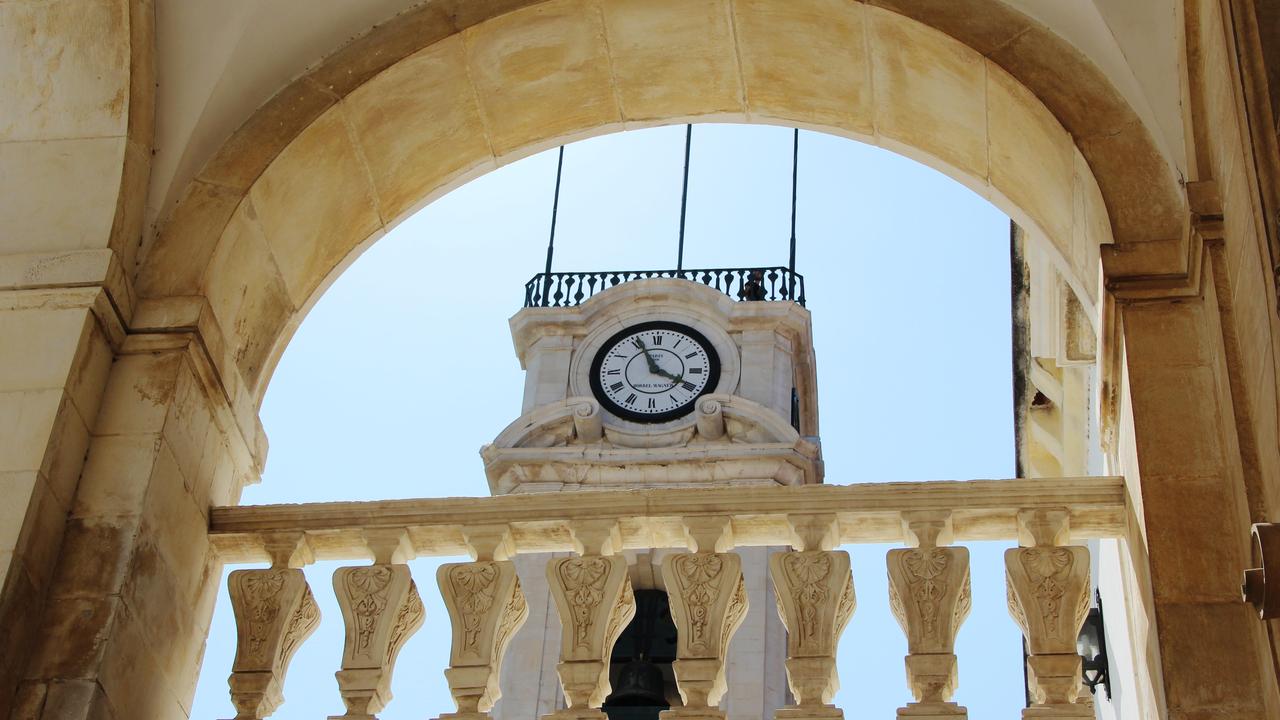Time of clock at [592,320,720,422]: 3:55
